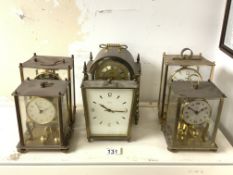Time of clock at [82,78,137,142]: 10:15
